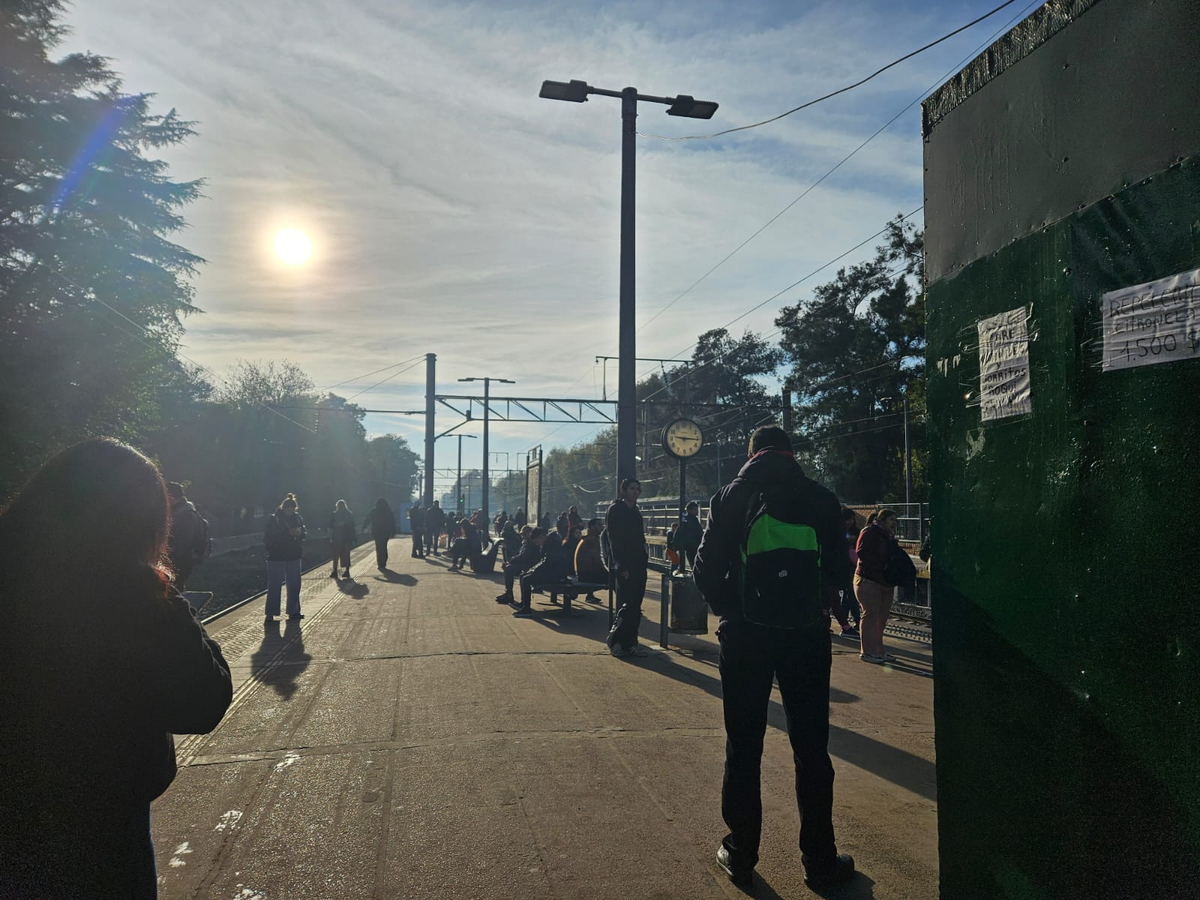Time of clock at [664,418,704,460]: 9:15
